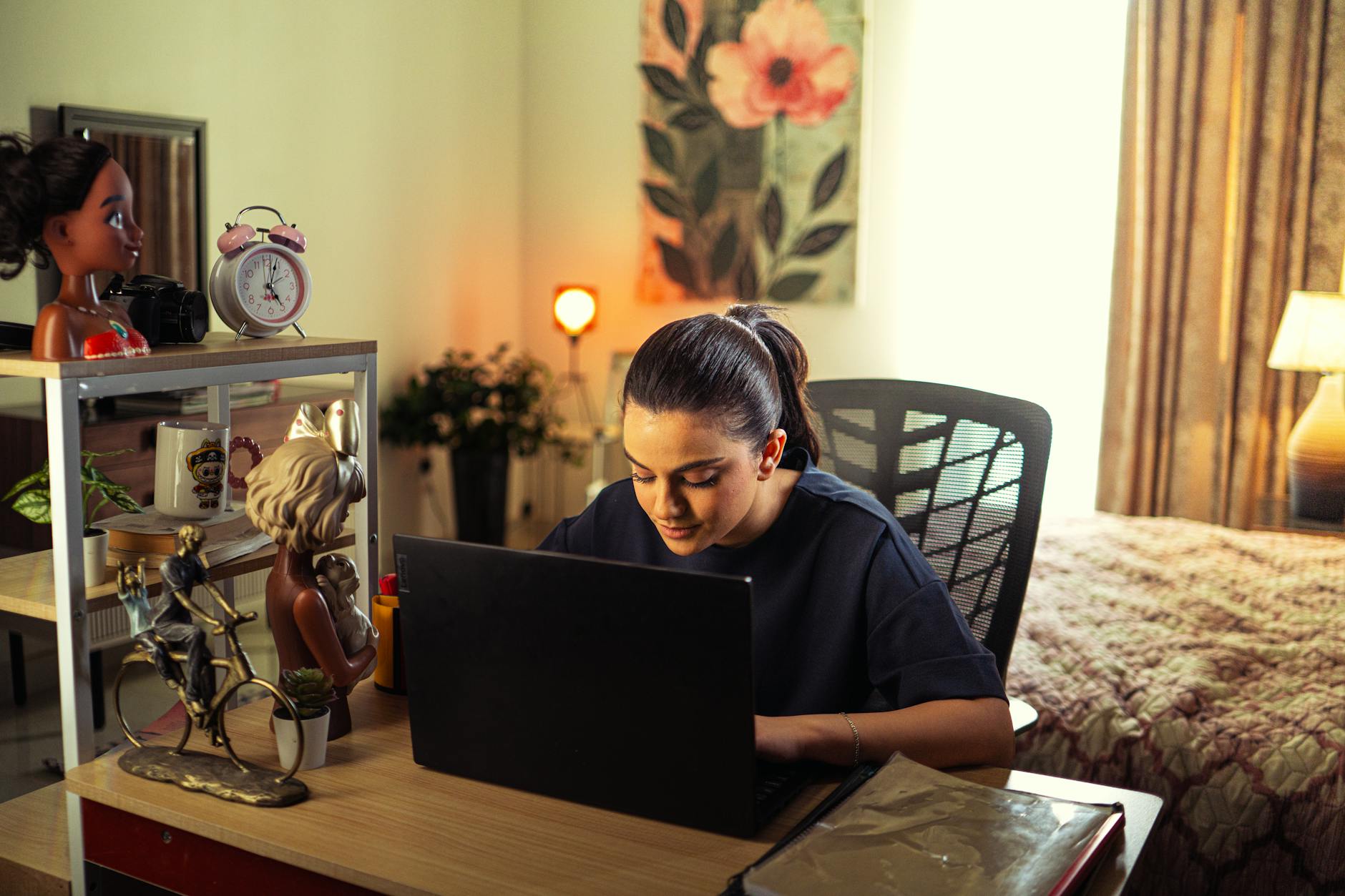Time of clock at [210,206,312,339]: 5:03
